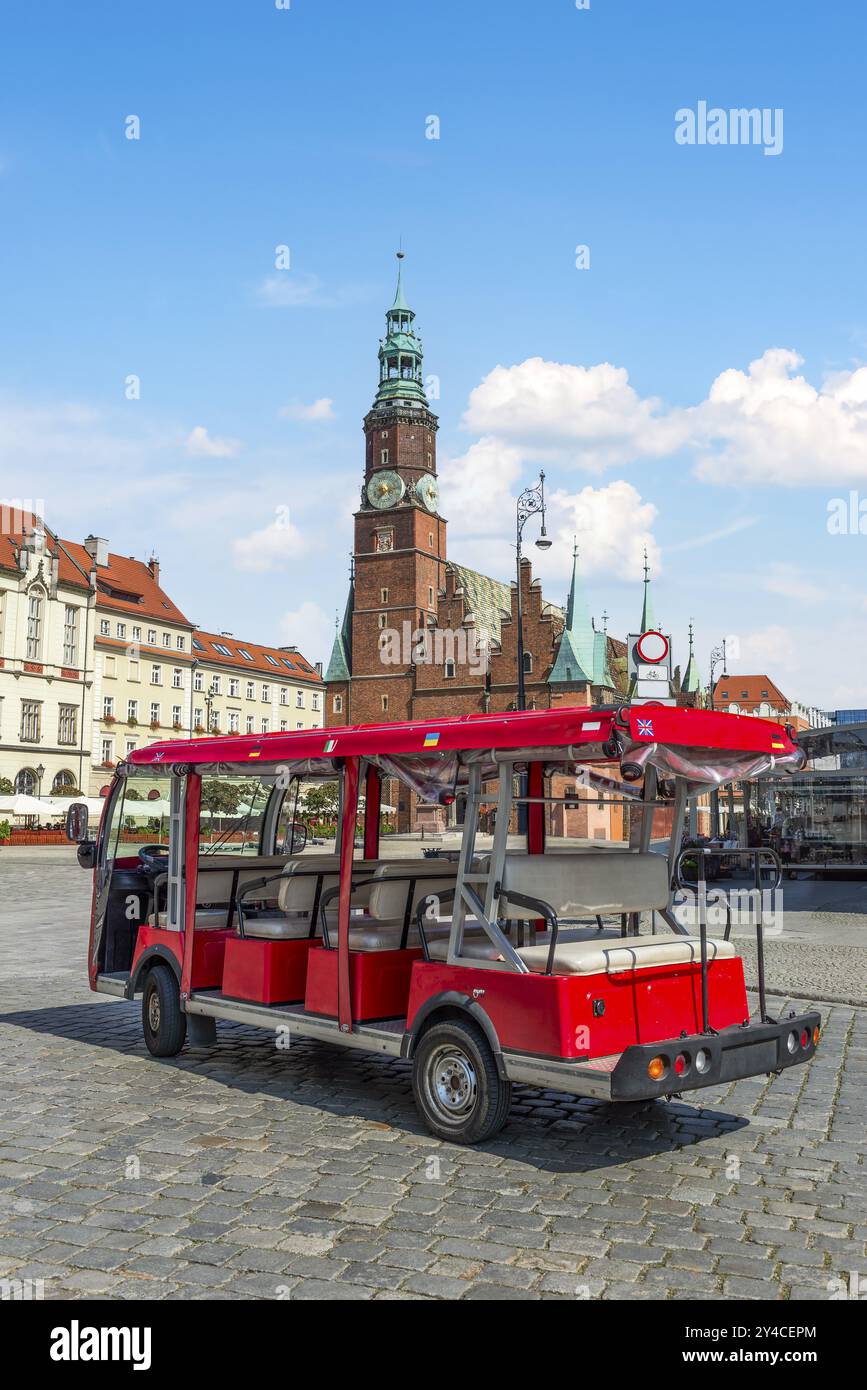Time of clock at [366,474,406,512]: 7:12
